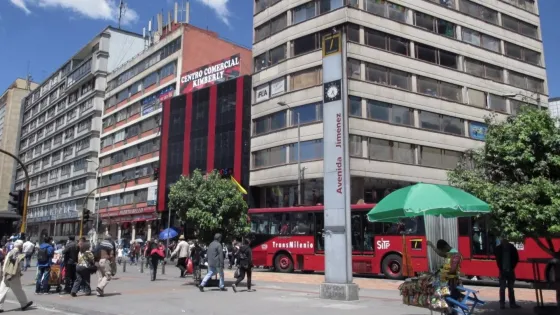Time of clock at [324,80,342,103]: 7:24
